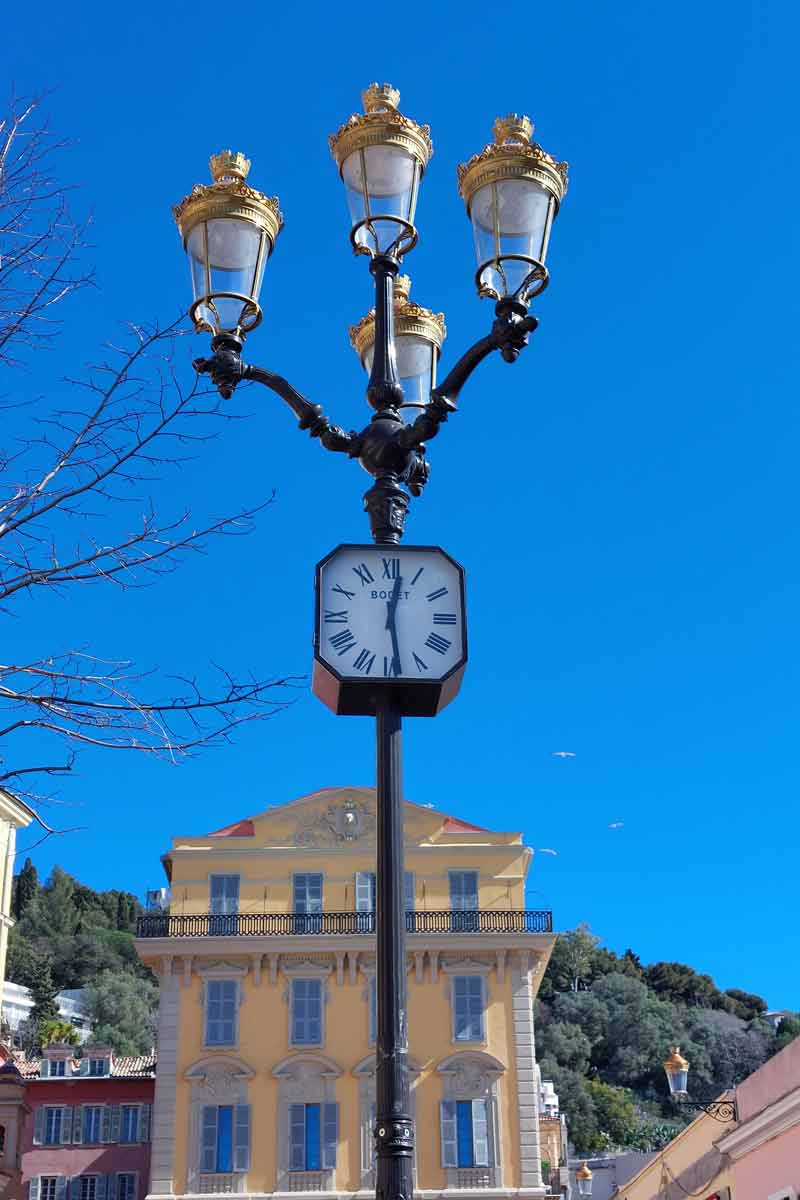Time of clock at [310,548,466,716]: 12:28
